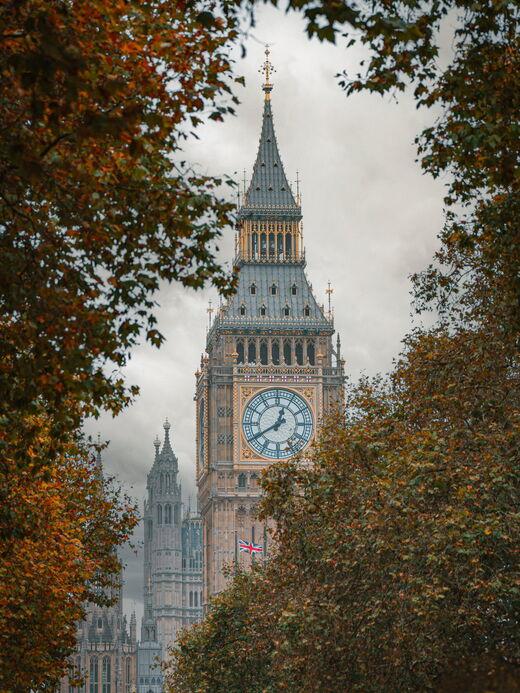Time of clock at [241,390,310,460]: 12:40
